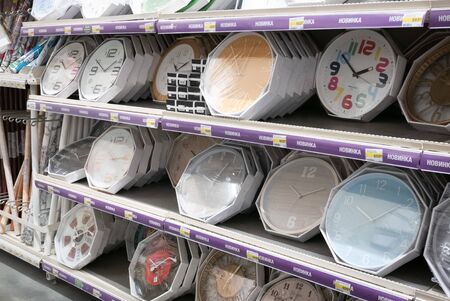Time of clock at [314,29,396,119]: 1:50
